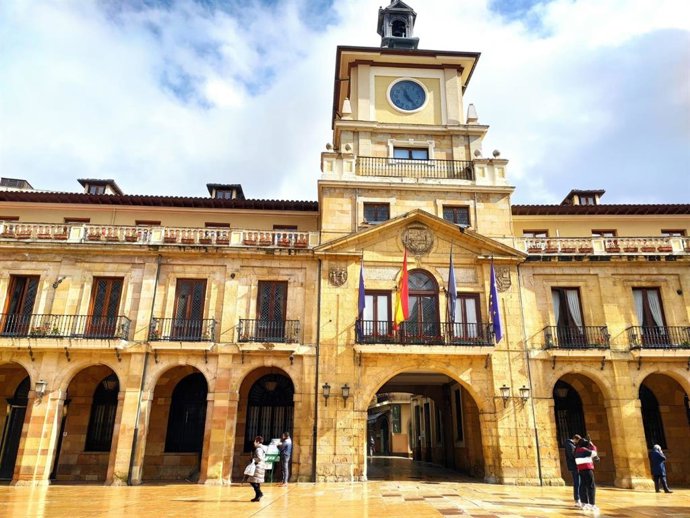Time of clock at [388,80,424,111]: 11:23
